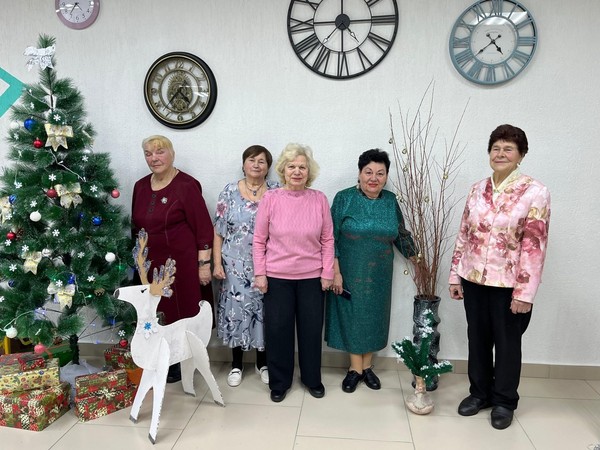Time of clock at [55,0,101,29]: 4:35
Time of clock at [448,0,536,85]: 4:38
